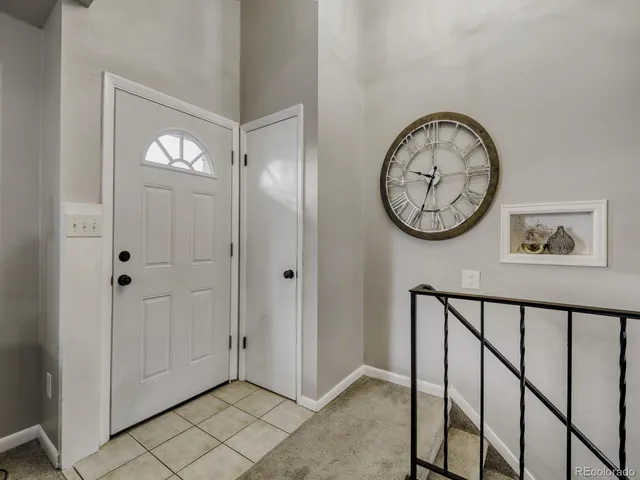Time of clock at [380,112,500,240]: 9:34
